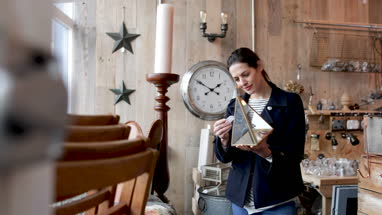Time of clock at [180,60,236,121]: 1:50
